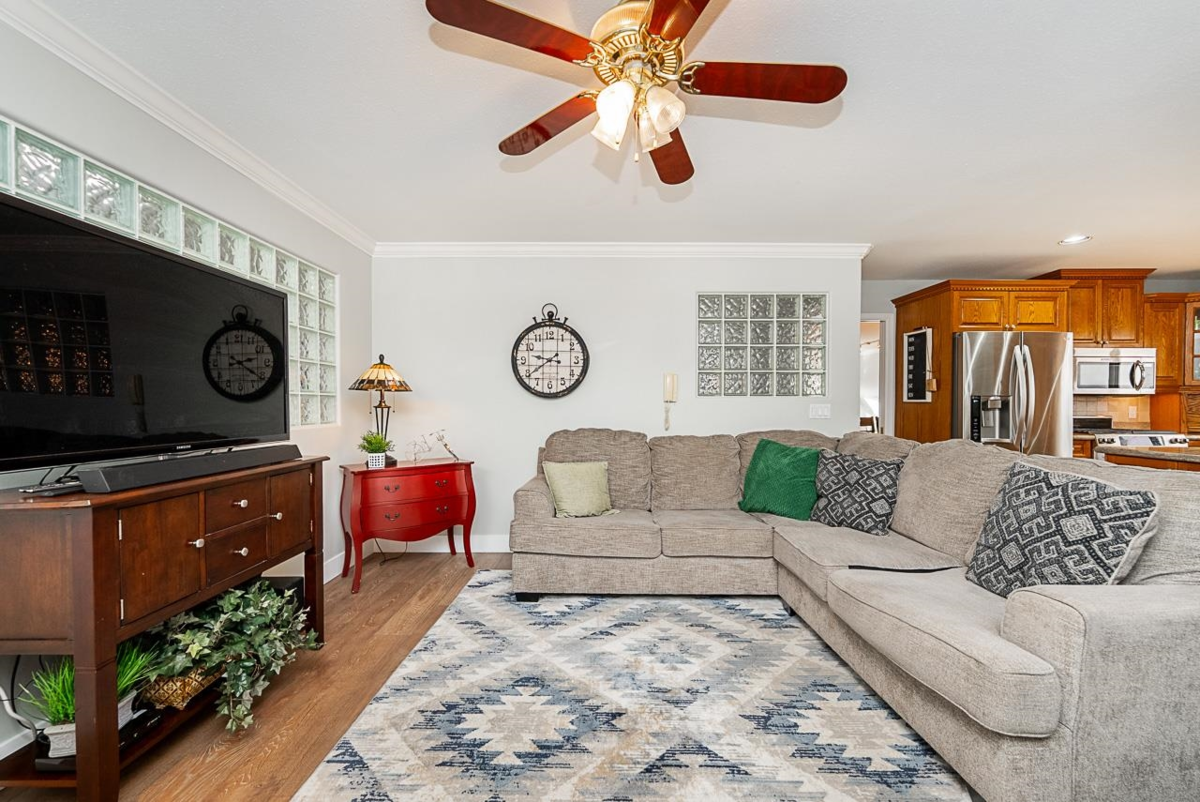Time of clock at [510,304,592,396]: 9:39
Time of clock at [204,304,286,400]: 2:21
